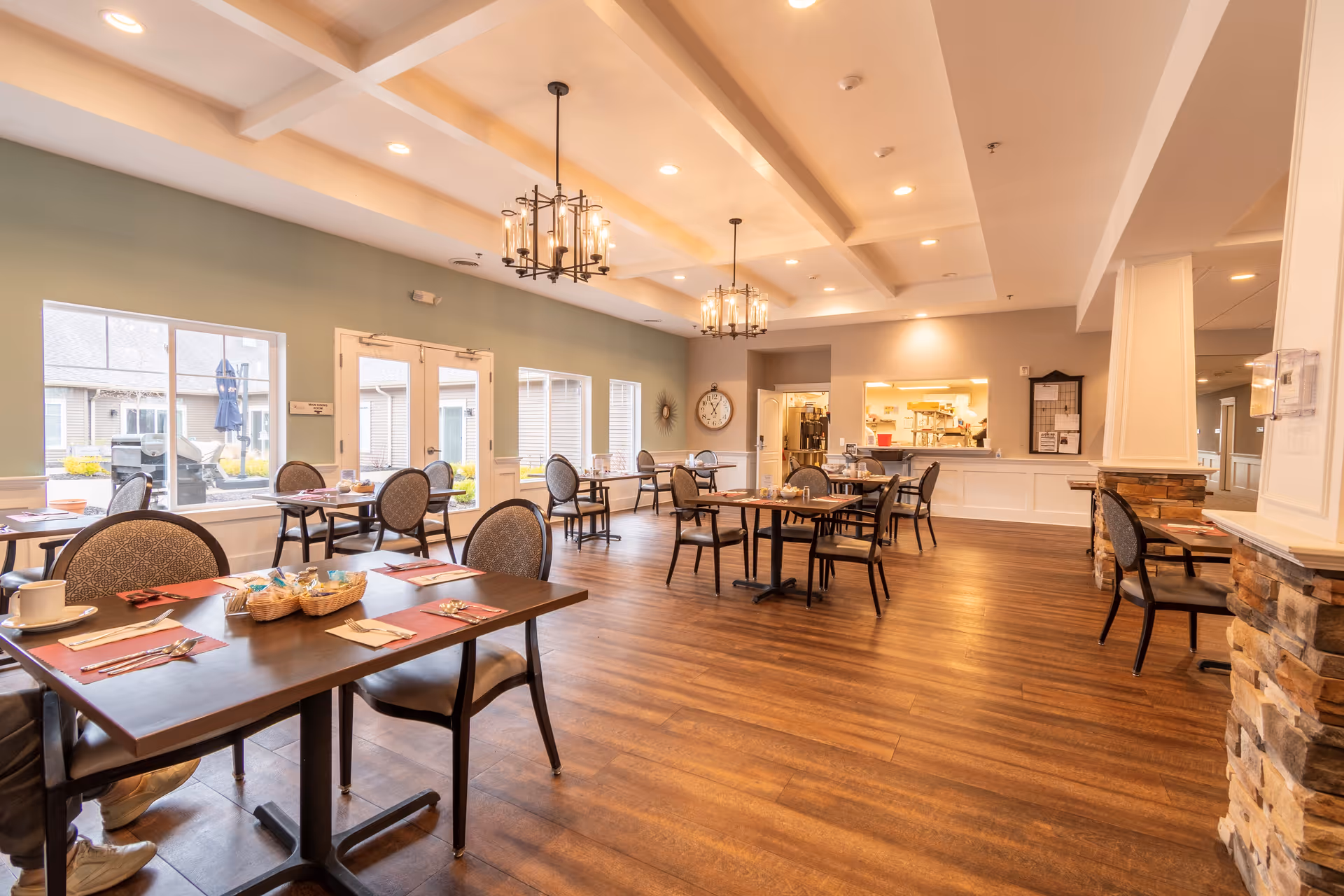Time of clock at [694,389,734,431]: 11:05
